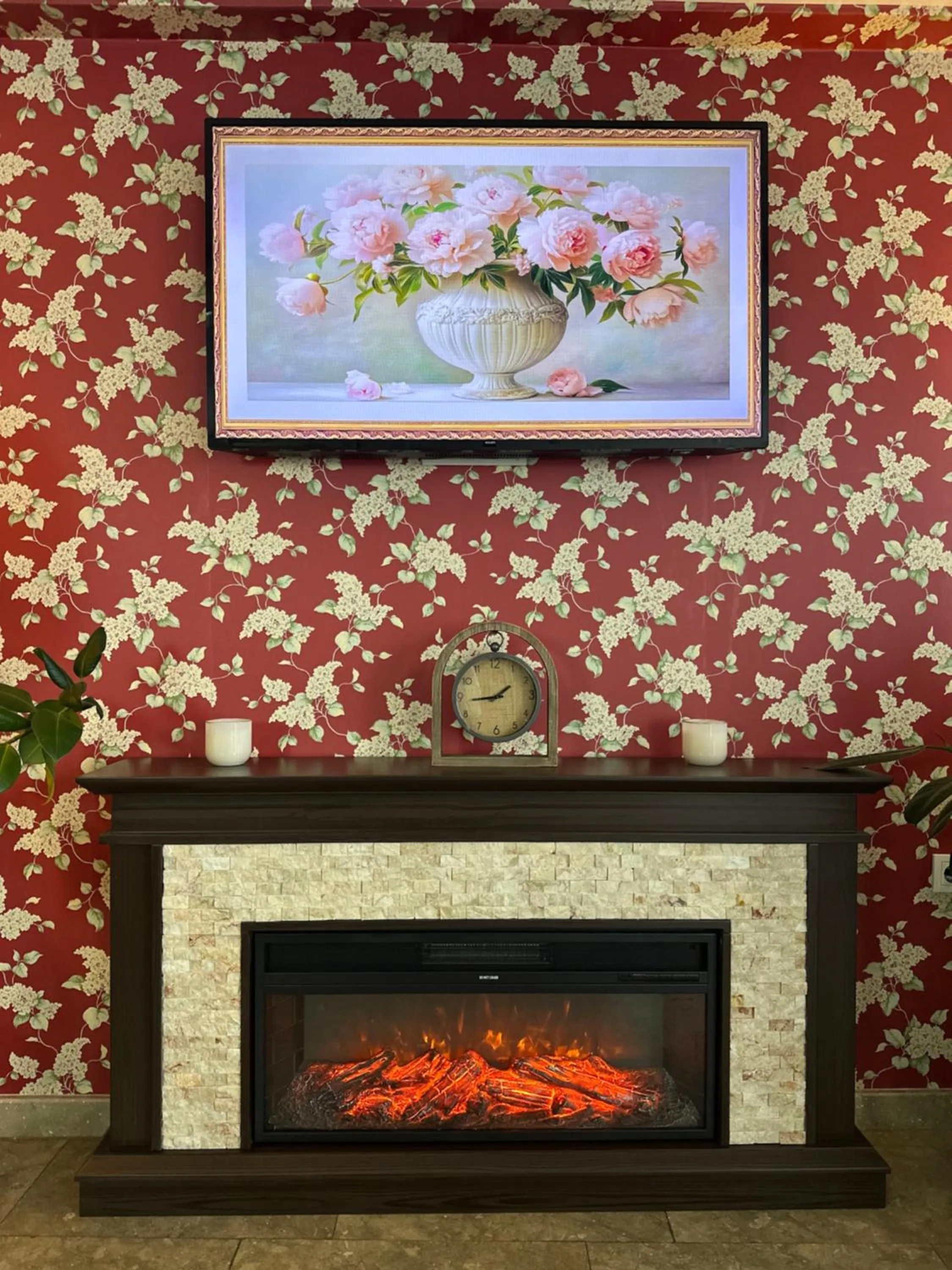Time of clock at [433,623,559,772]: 1:44
